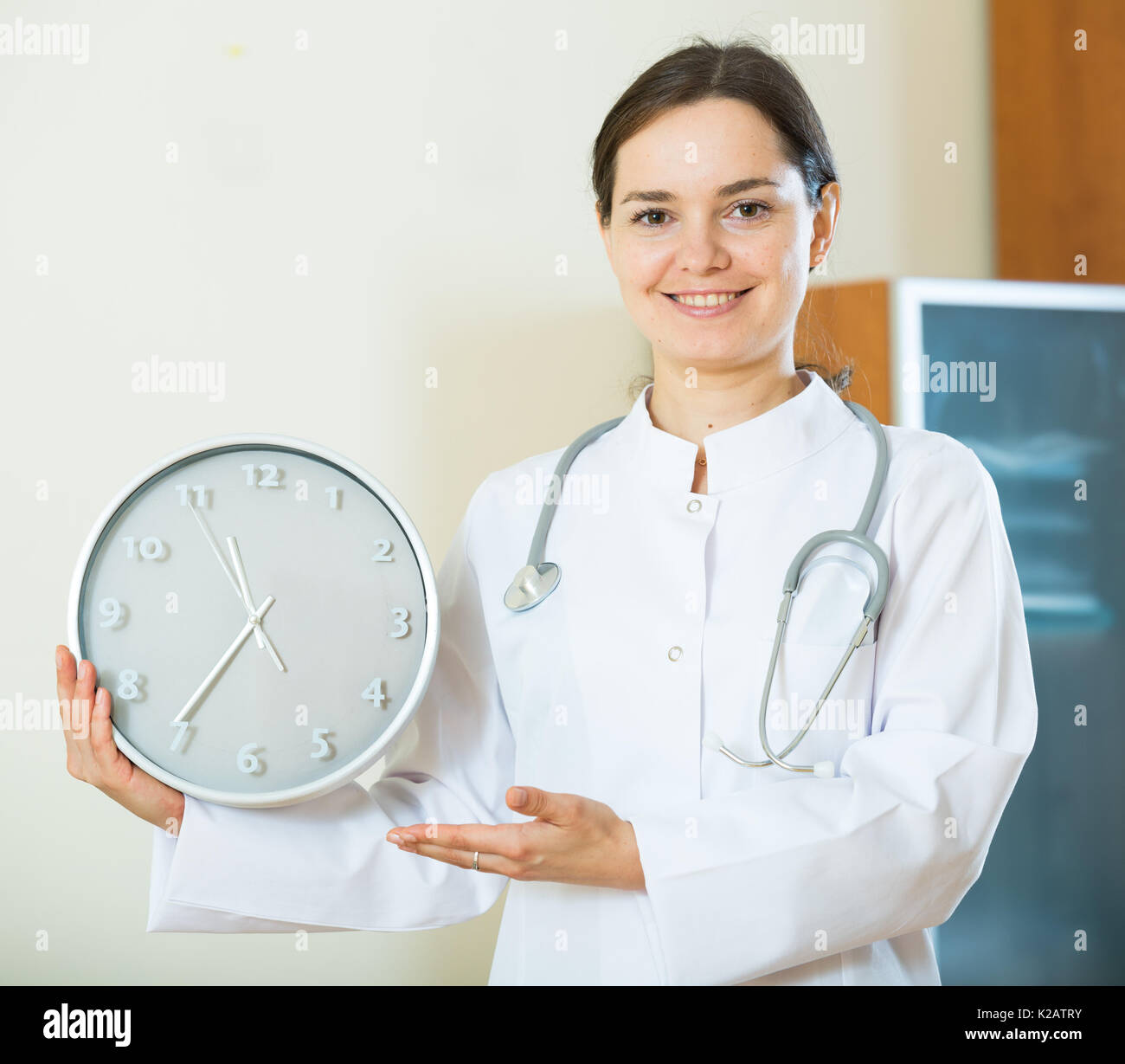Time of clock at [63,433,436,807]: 11:35
